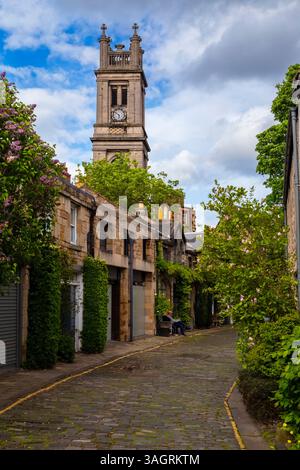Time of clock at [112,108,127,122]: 5:51
